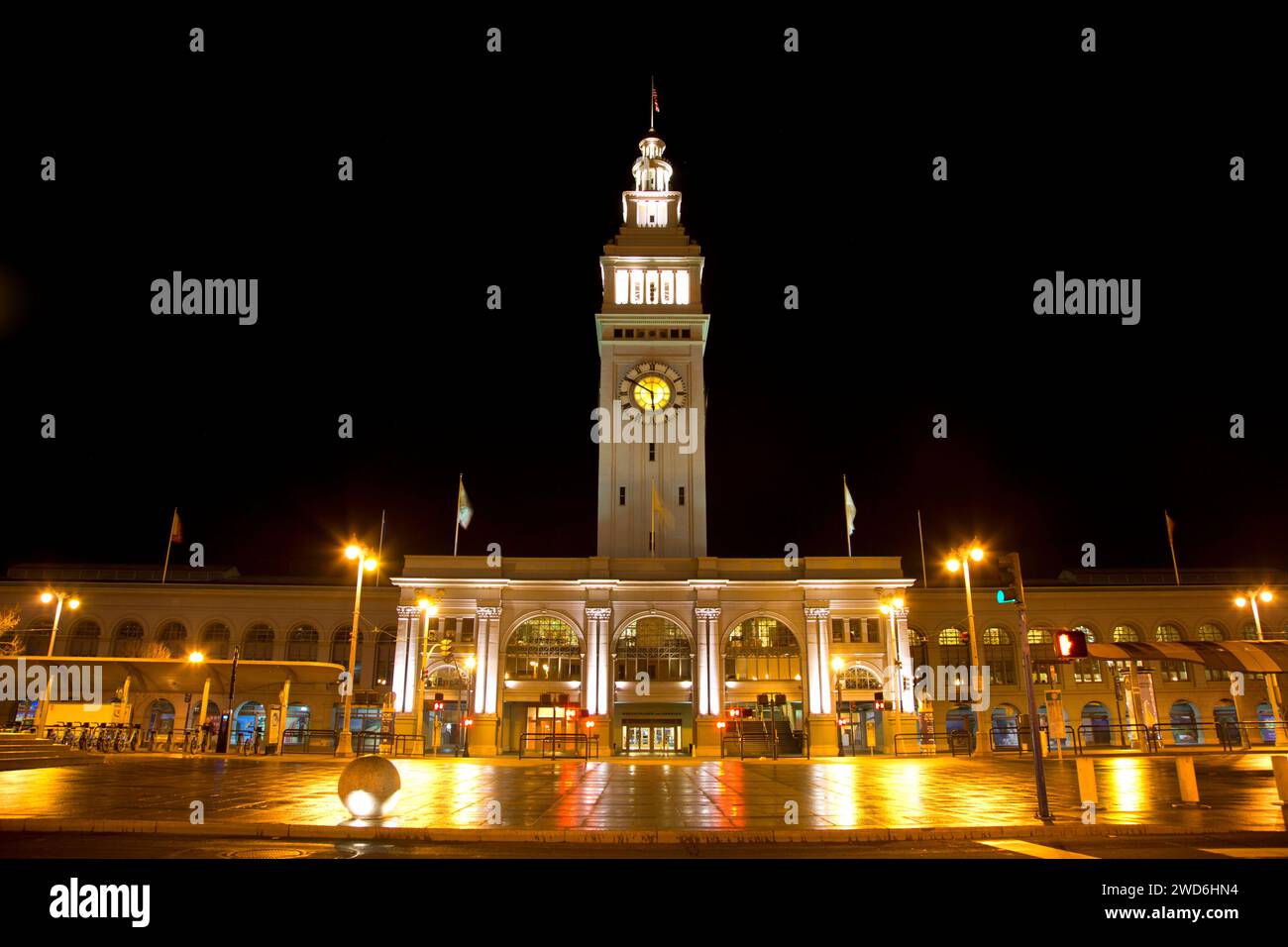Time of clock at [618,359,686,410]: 5:50
